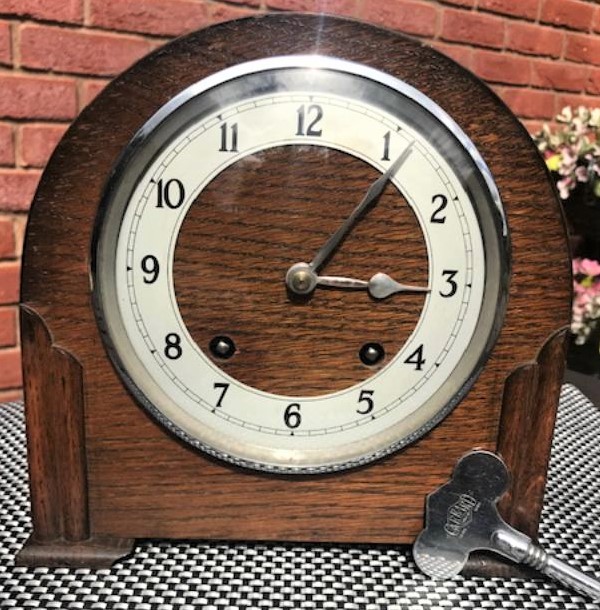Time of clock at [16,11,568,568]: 3:06
